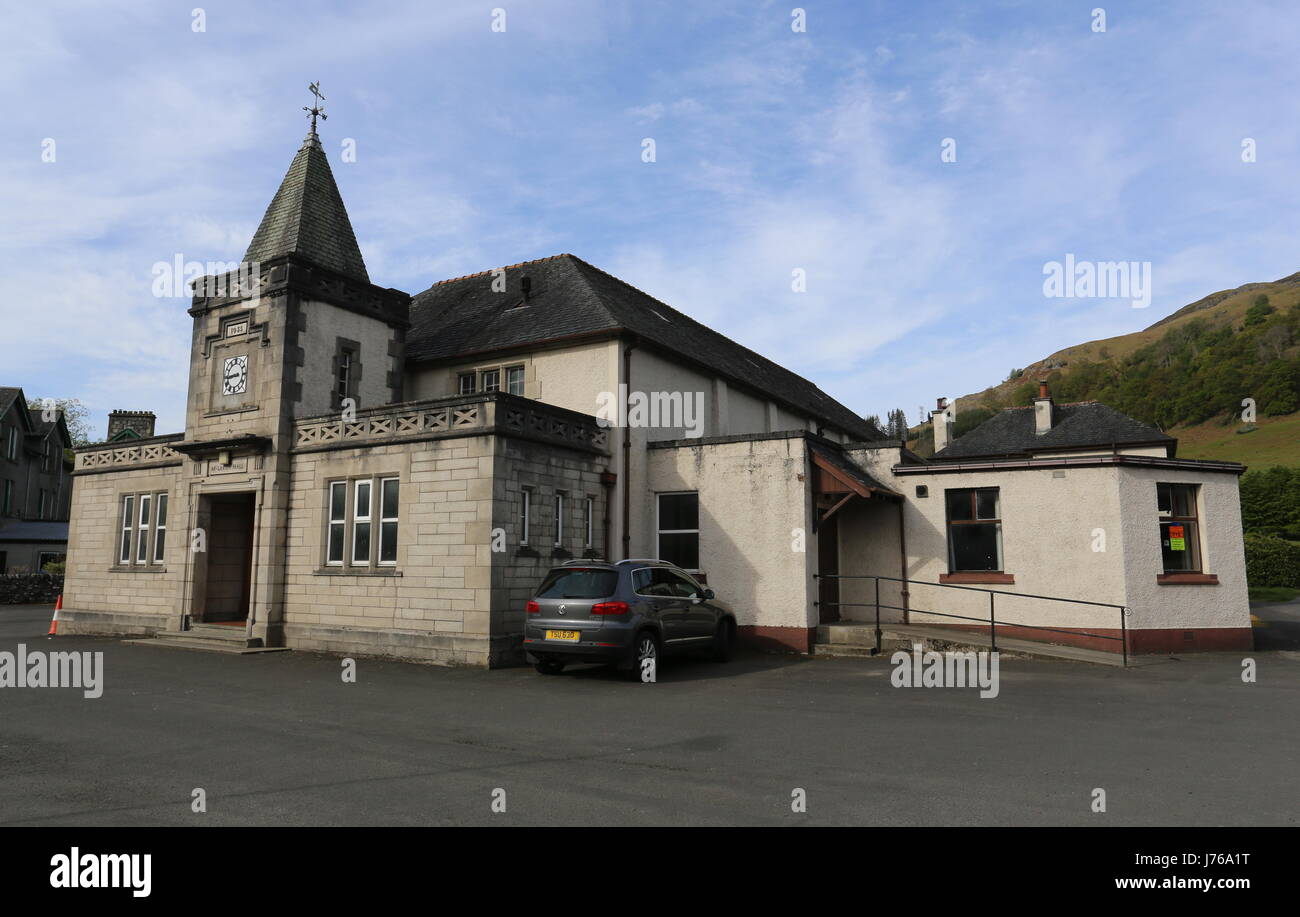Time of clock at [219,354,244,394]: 8:44
